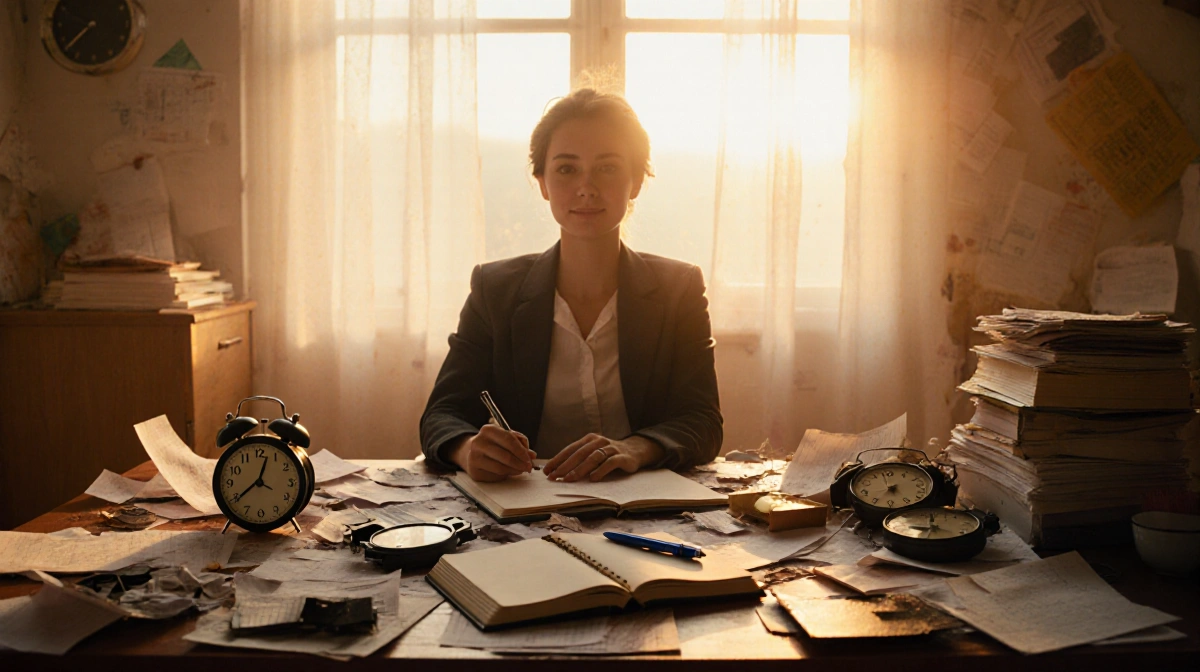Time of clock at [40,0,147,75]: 9:38
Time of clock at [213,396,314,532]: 12:39
